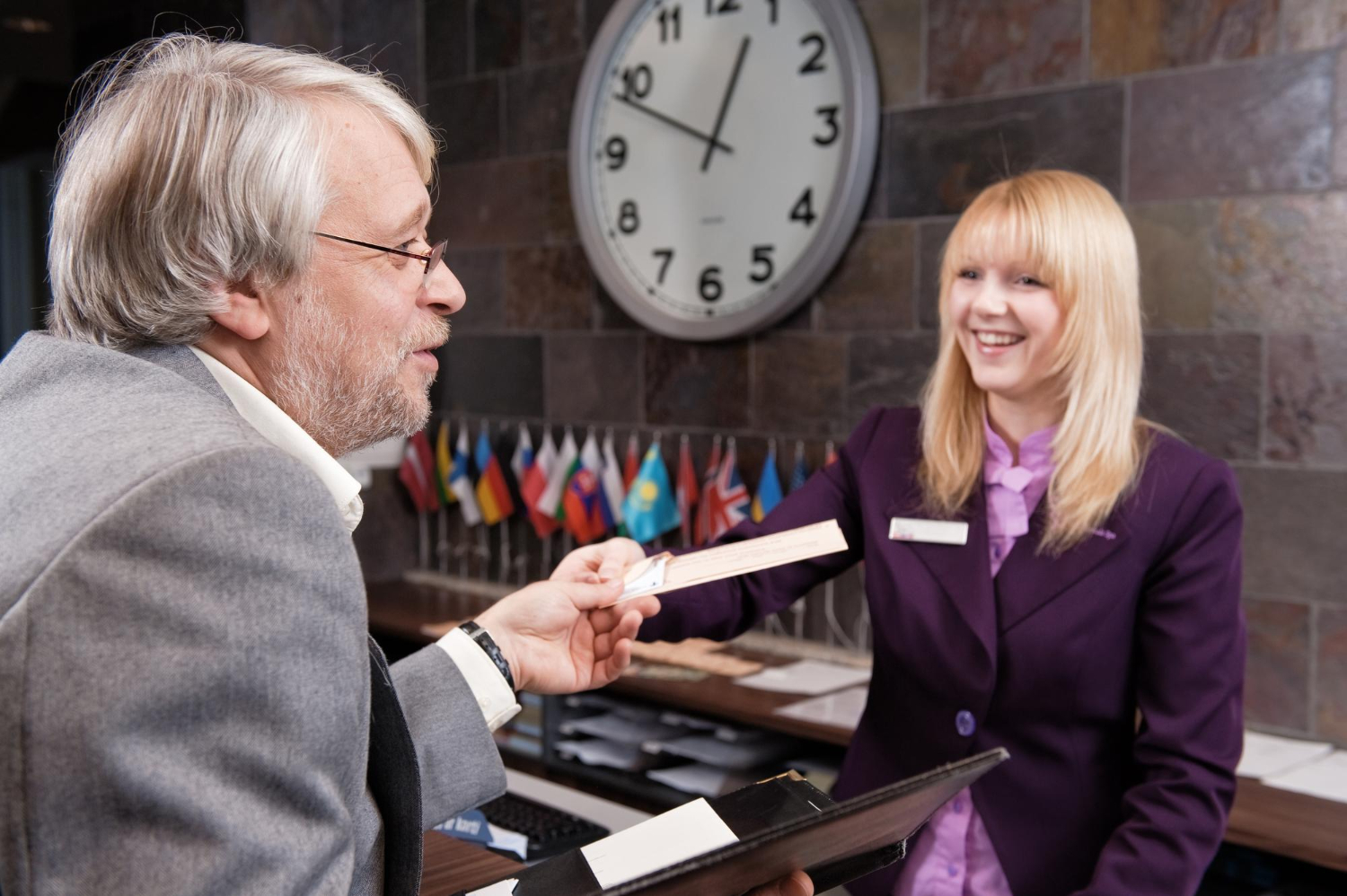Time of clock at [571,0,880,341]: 12:48
